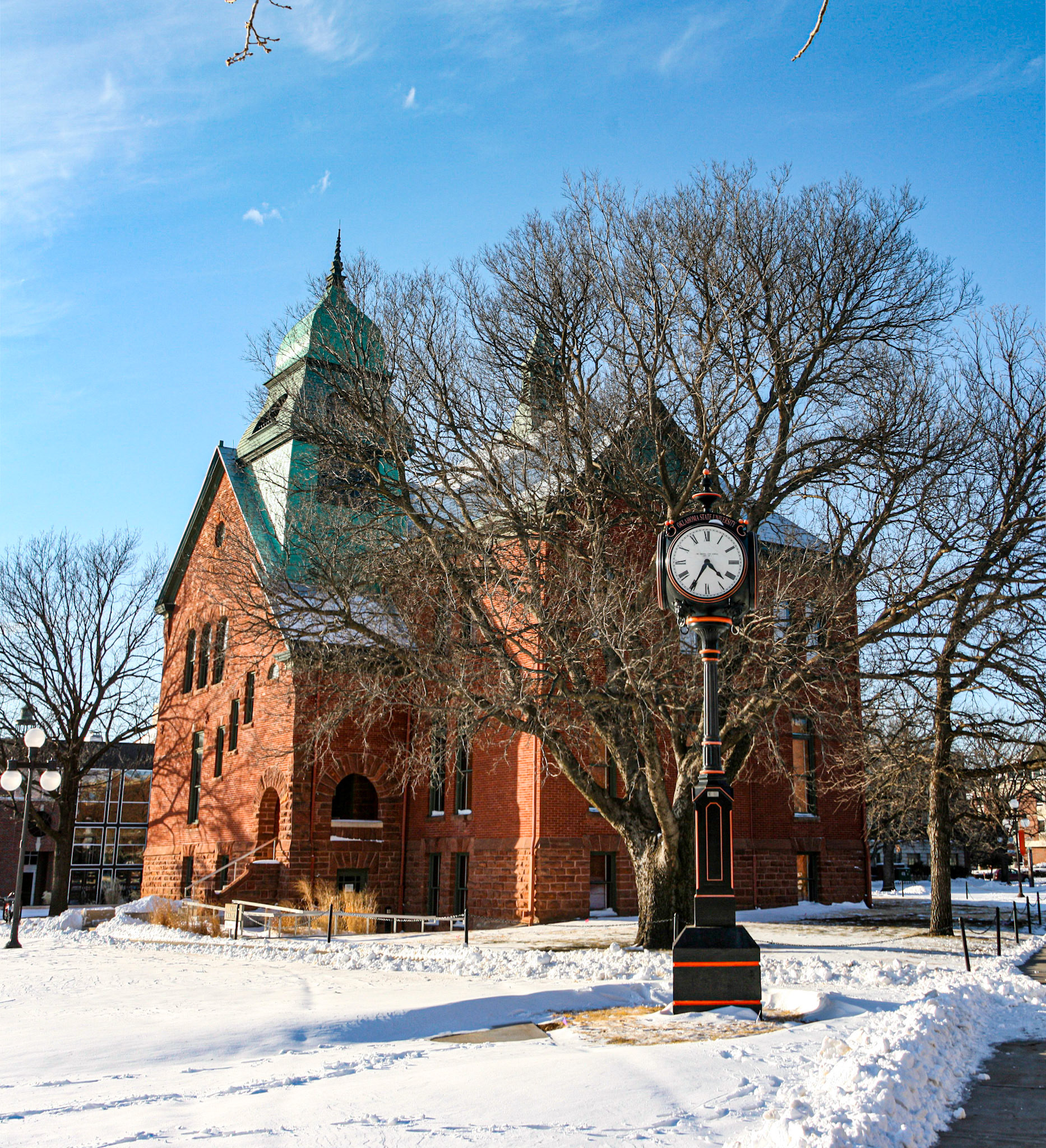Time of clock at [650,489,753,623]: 4:35
